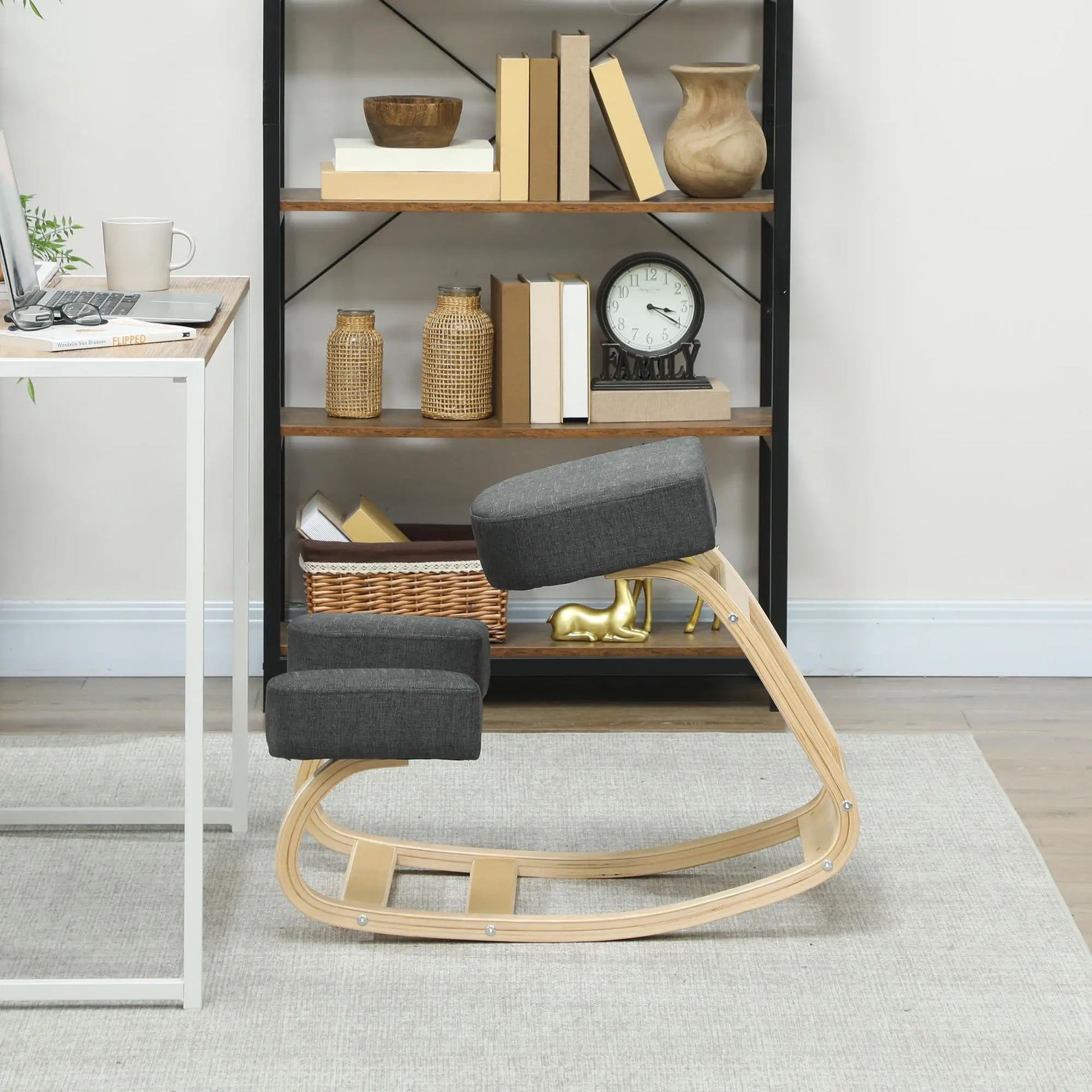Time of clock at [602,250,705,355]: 3:19
